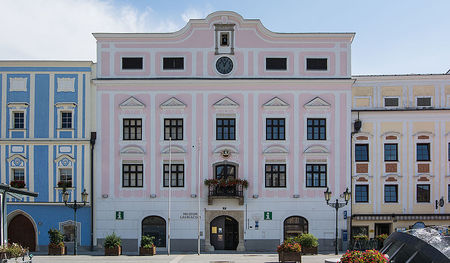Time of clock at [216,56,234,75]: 11:04
